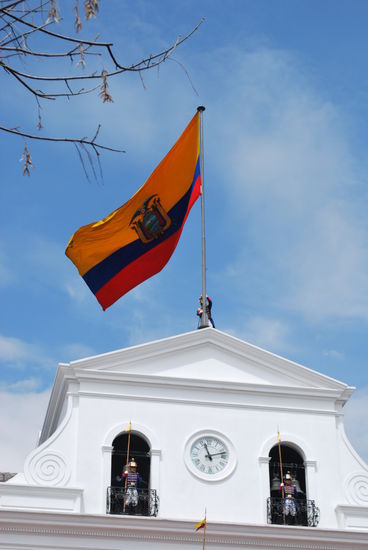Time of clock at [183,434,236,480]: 11:12
